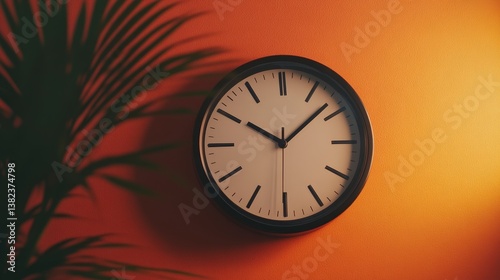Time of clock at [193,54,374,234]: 10:07
